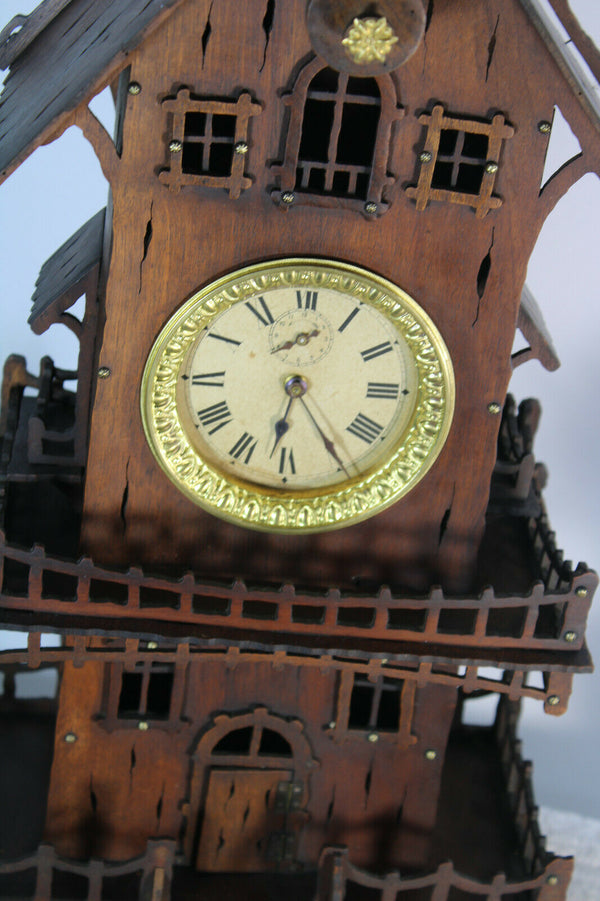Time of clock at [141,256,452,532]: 6:24
